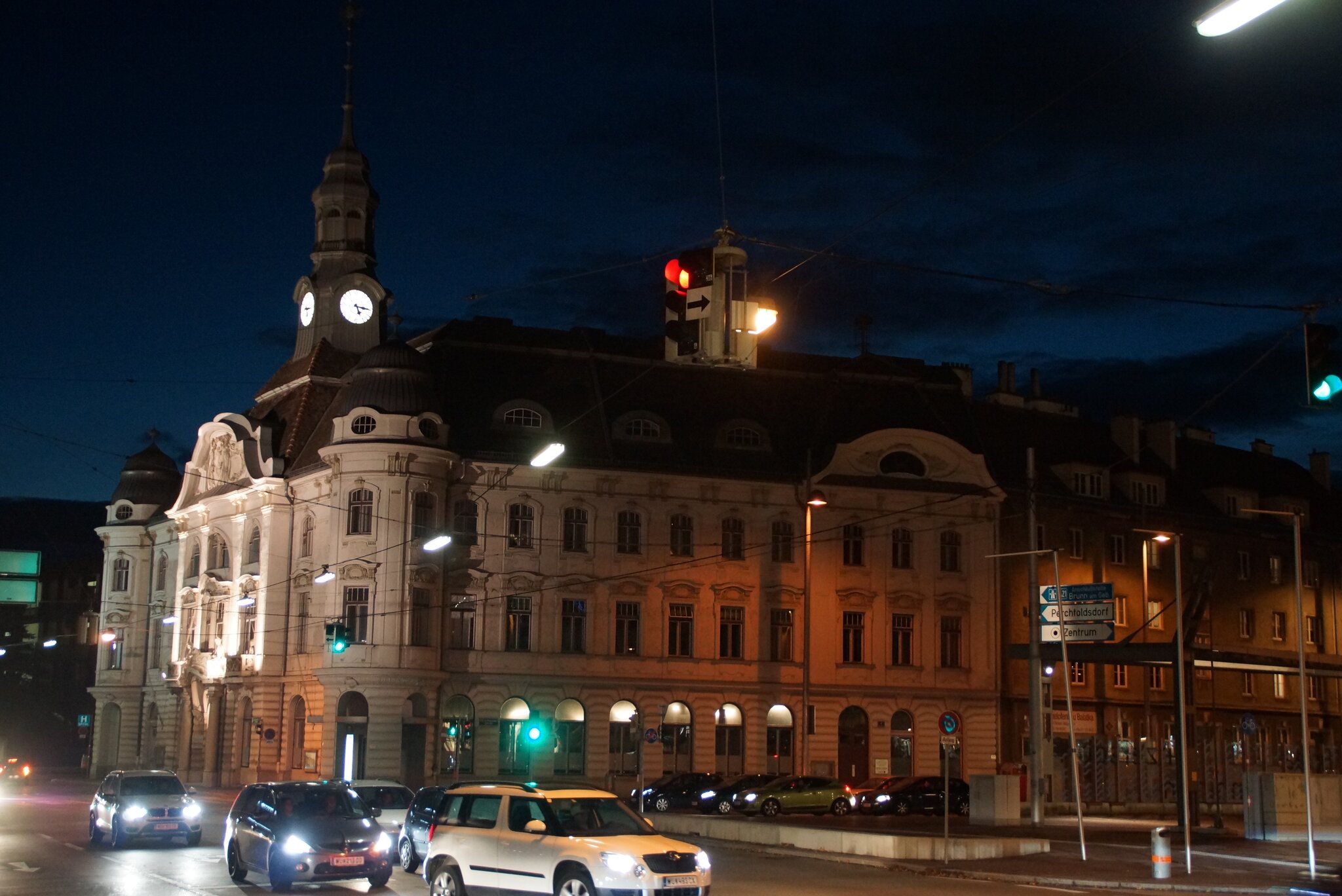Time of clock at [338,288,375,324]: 5:15
